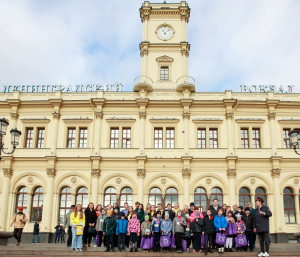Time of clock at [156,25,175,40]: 11:07
